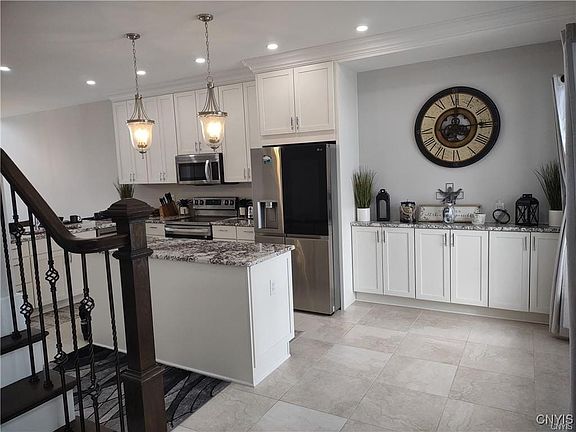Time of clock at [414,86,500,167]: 12:14
